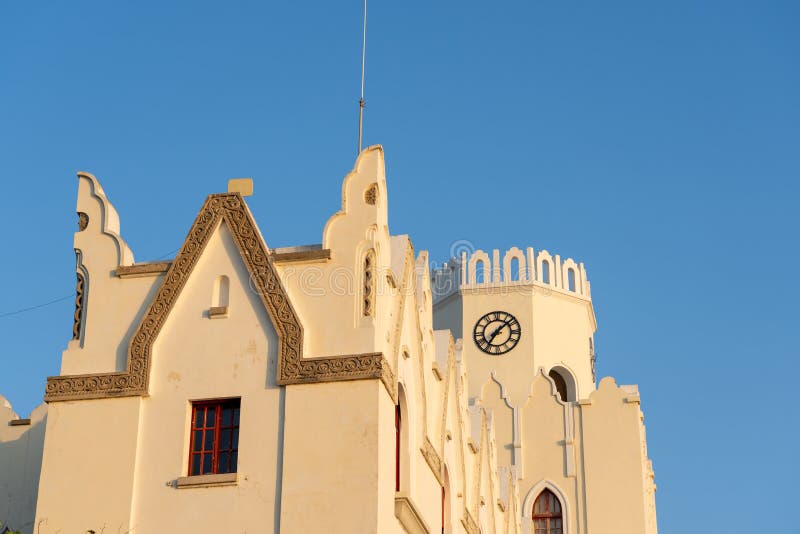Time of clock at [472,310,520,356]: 7:08
